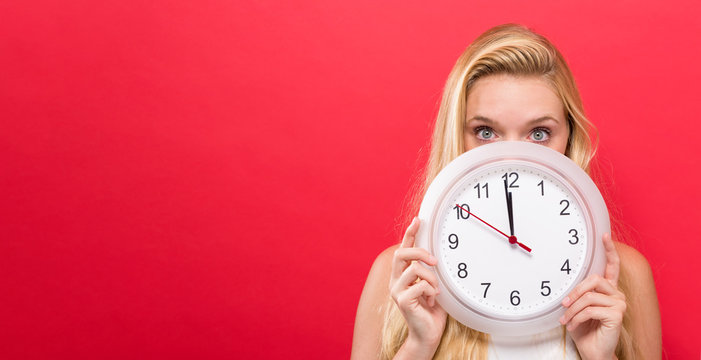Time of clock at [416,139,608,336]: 11:58
